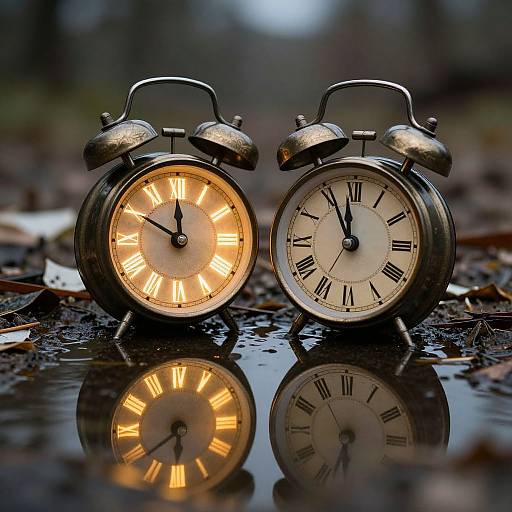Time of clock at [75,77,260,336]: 10:00
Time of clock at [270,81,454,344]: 11:55
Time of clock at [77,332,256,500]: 5:38
